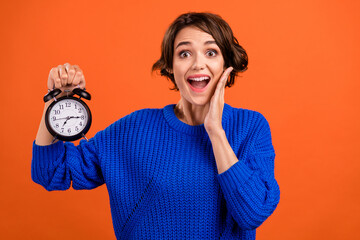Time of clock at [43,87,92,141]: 7:15
